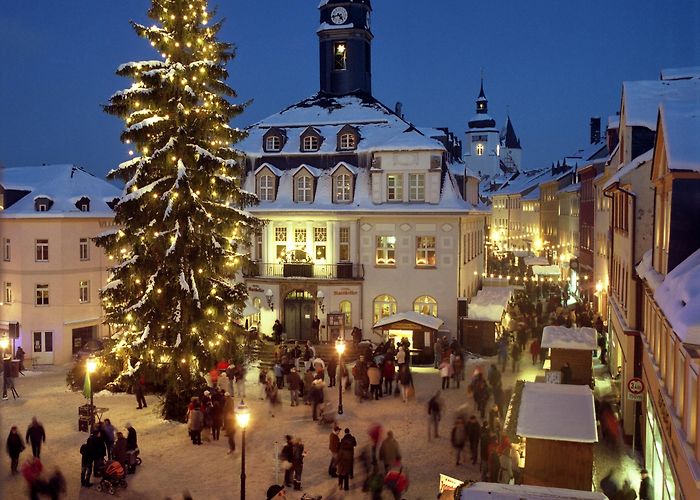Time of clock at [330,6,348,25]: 4:42
